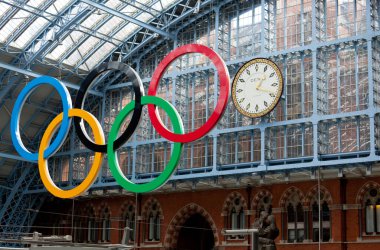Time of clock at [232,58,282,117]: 1:18
